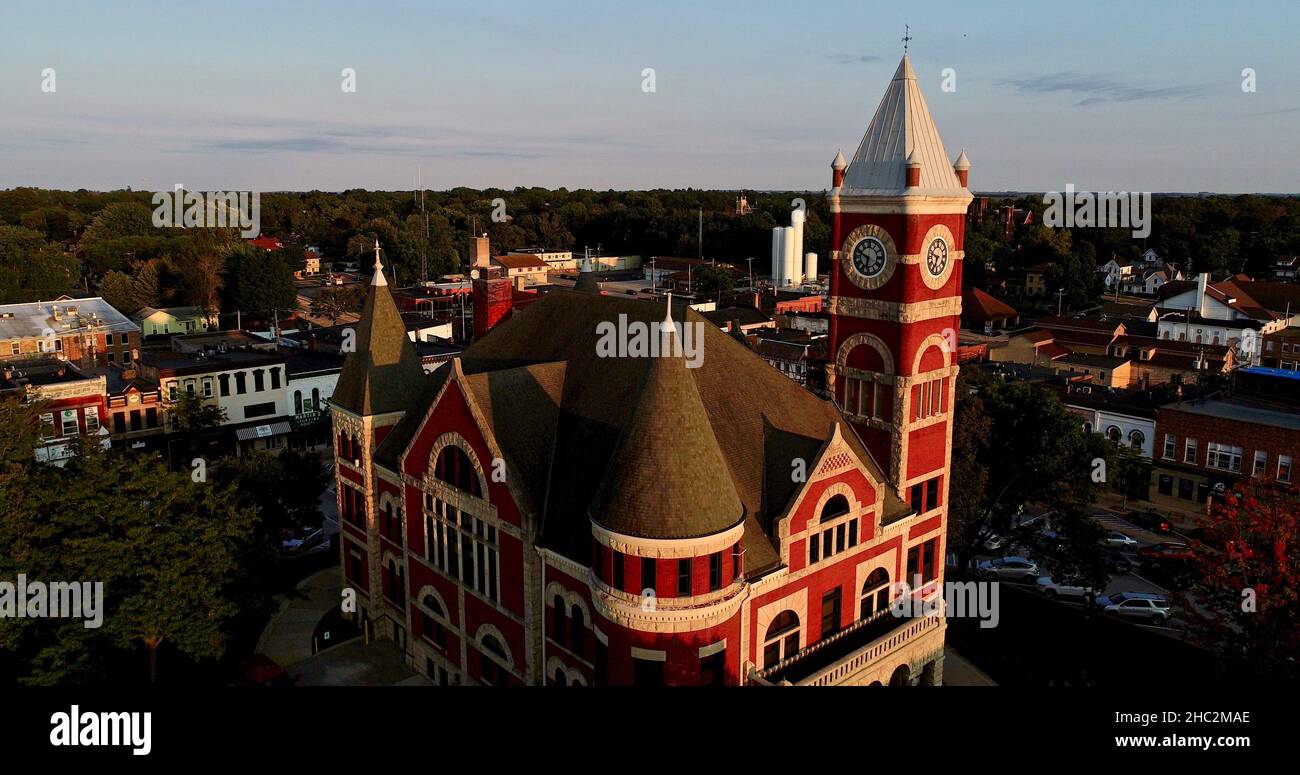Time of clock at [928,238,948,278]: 6:47
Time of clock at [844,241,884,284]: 6:48
